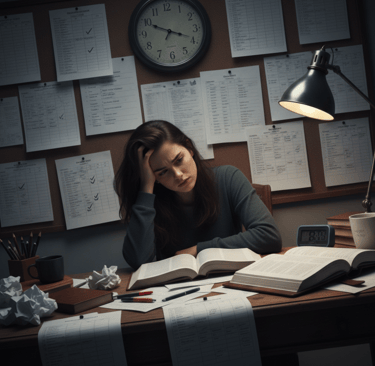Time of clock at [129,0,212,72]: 3:49
